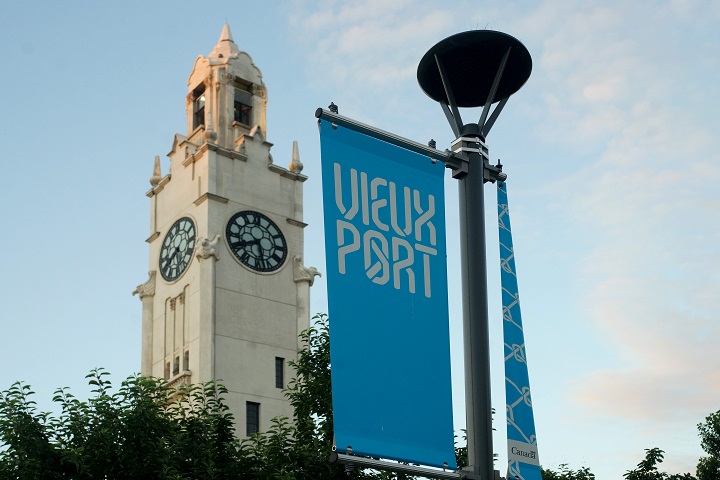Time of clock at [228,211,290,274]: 5:40
